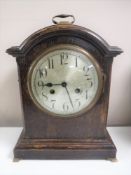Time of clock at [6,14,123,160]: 8:45
